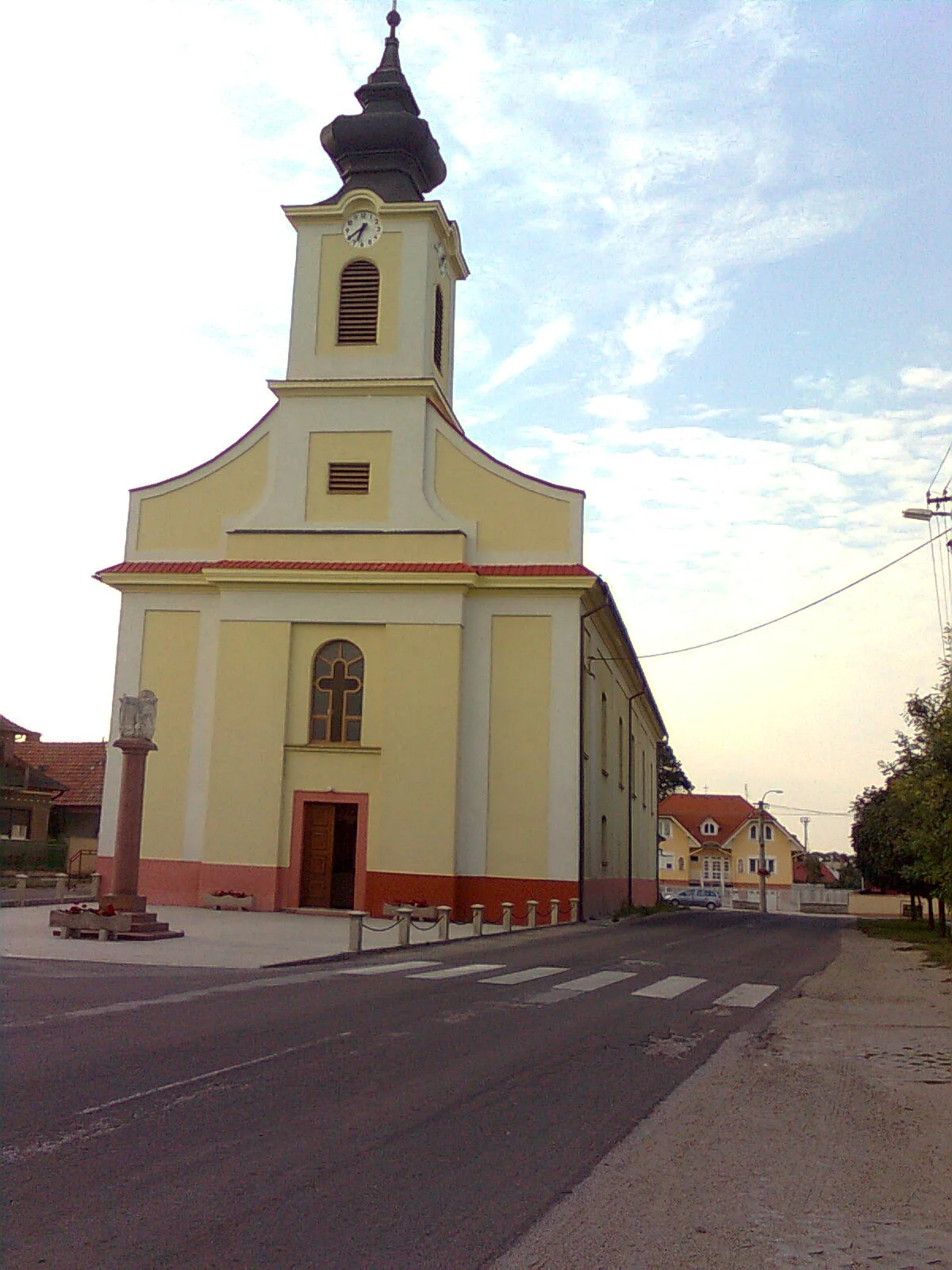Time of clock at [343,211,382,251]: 6:39
